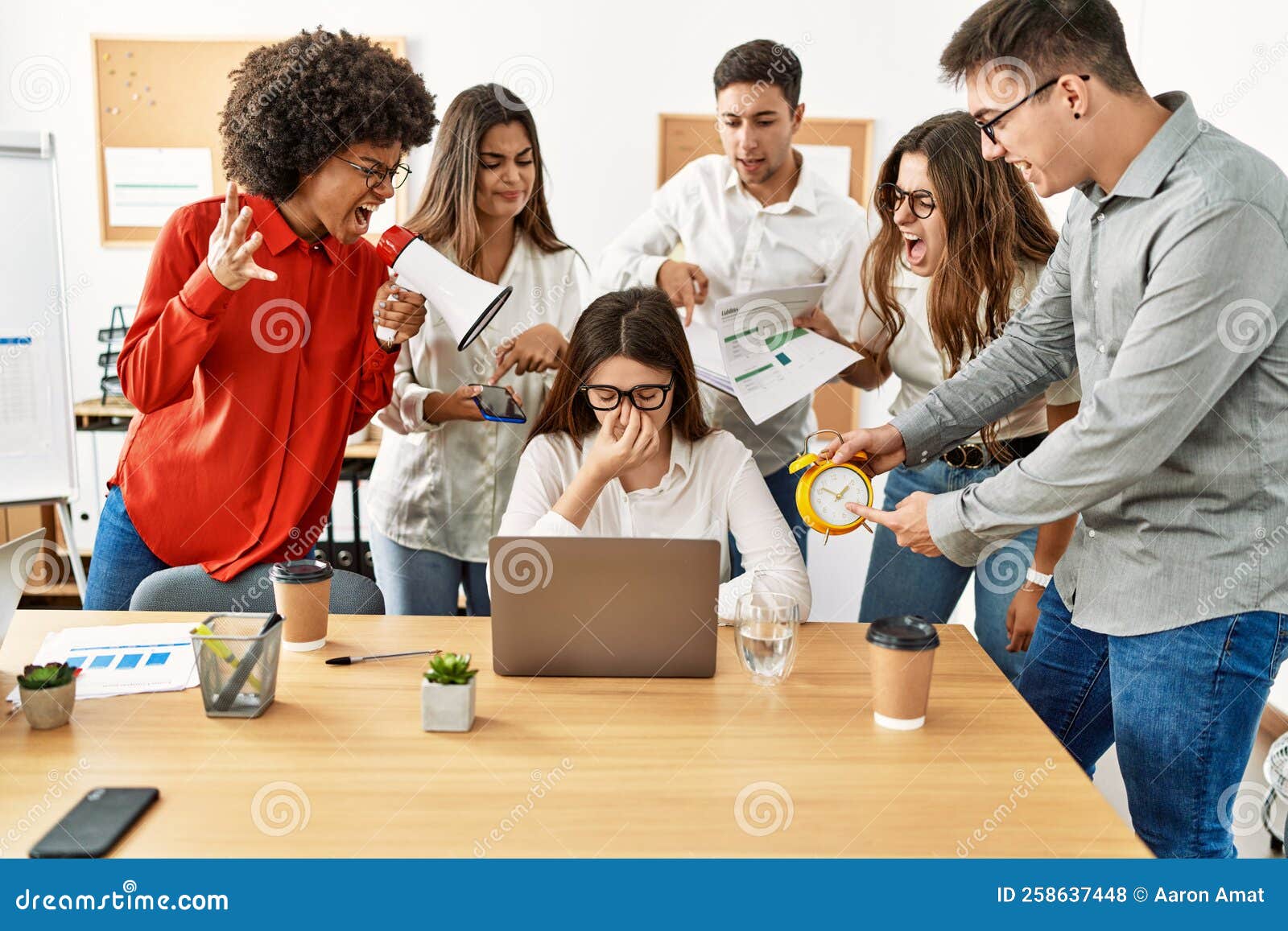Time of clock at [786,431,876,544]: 1:50
